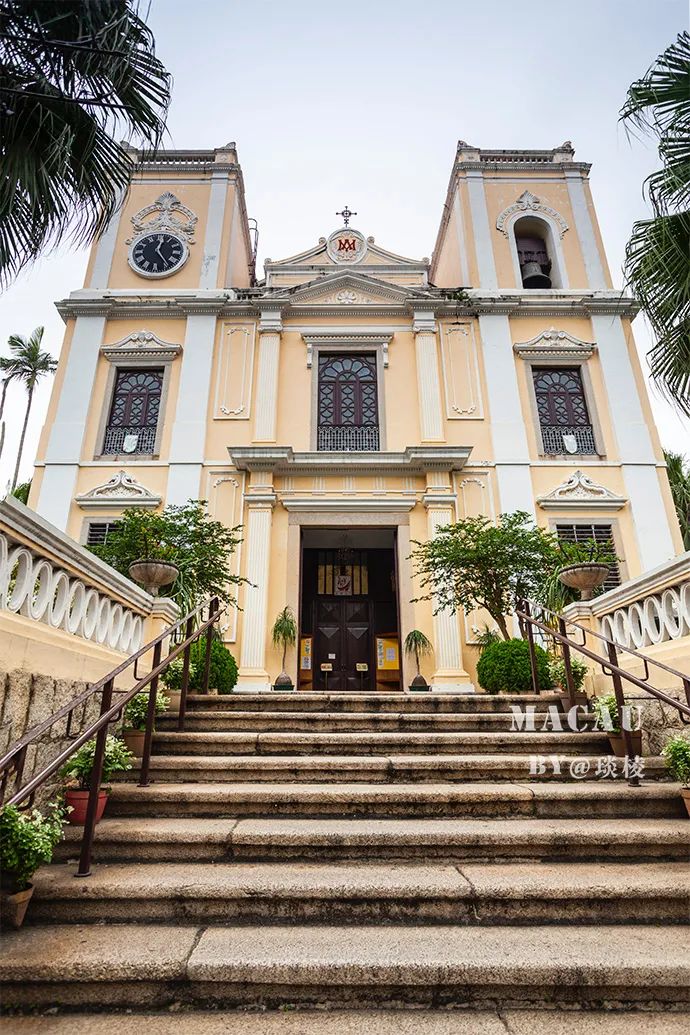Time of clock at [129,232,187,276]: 12:23
